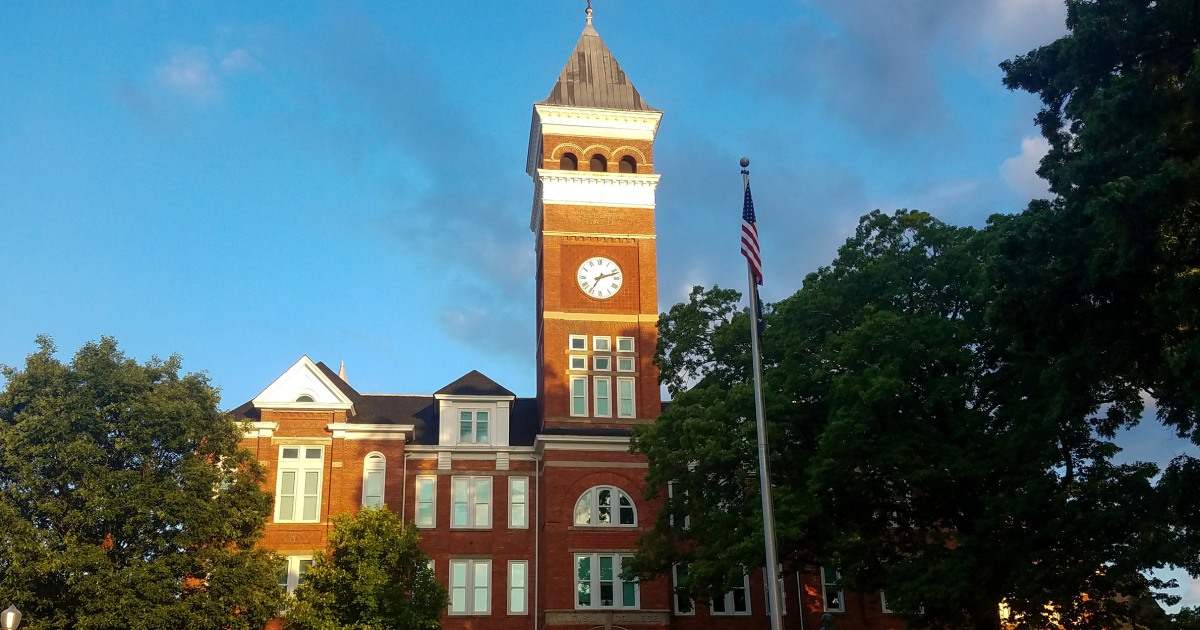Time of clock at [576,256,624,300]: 7:11
